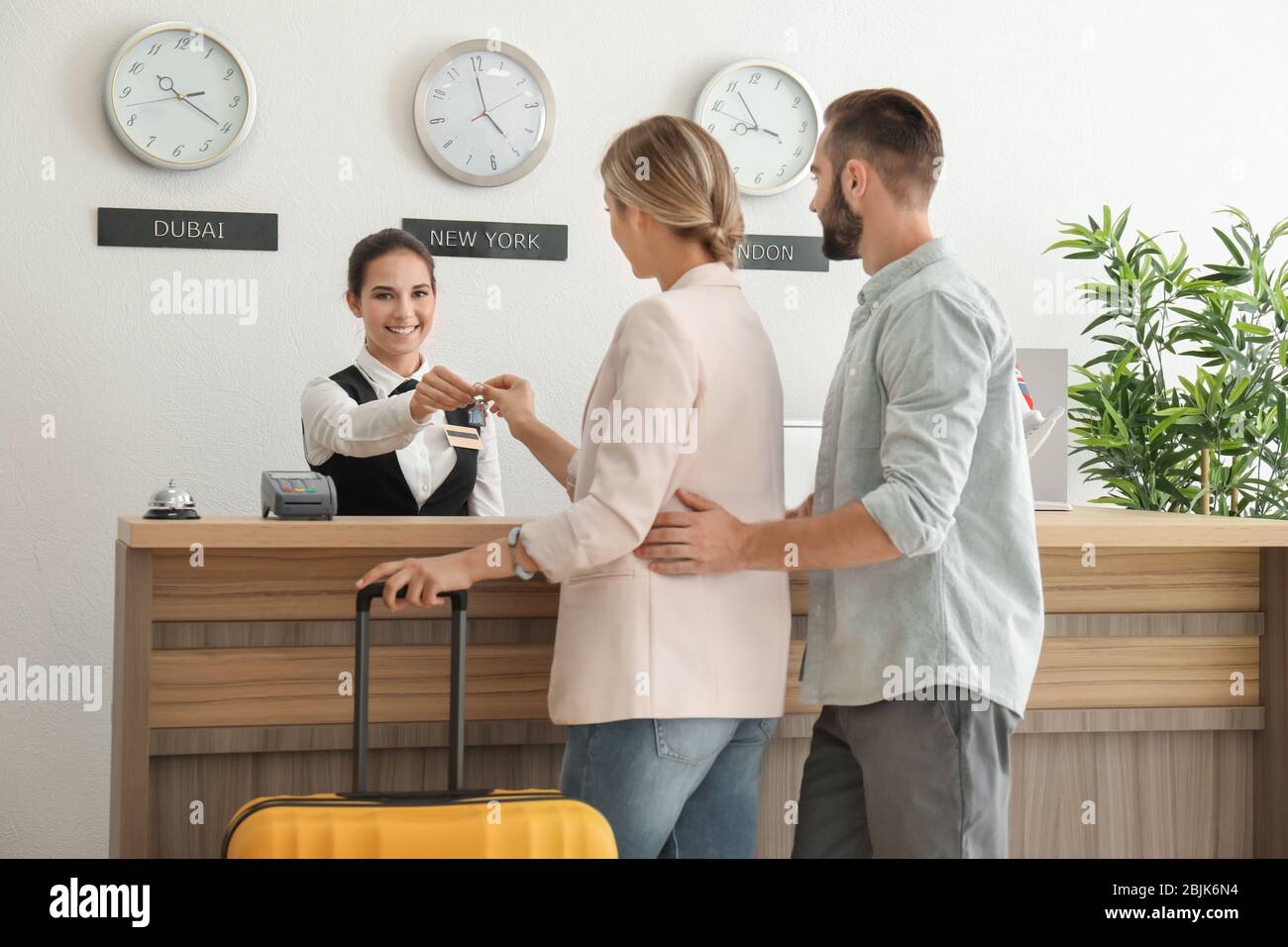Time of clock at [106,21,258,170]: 2:20
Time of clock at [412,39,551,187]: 4:59
